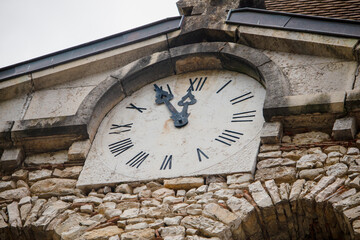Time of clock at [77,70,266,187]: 11:54
